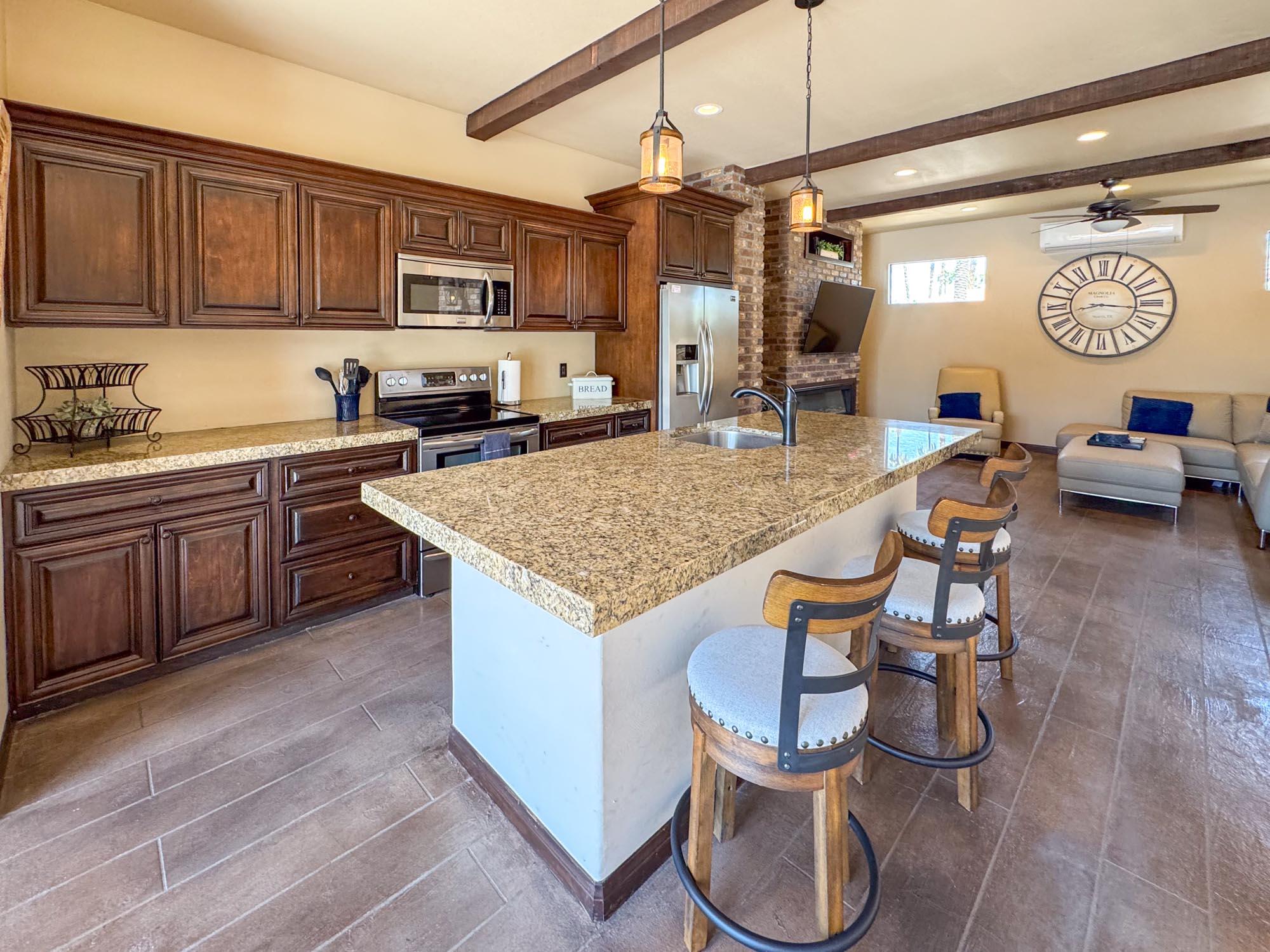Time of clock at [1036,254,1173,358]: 8:16
